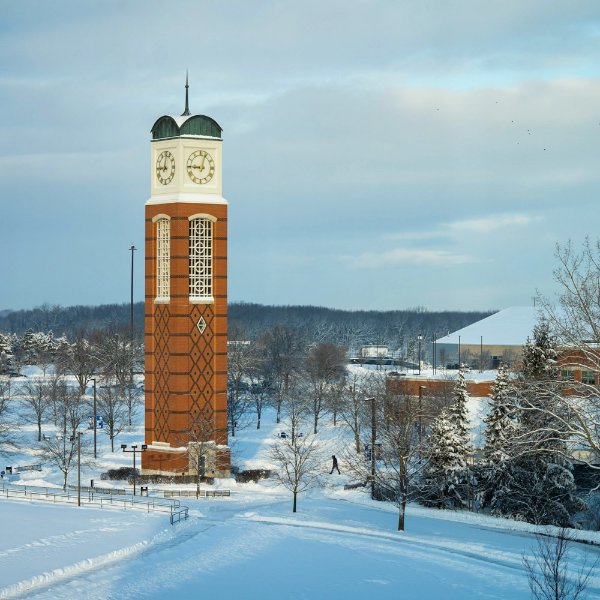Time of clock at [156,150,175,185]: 9:01
